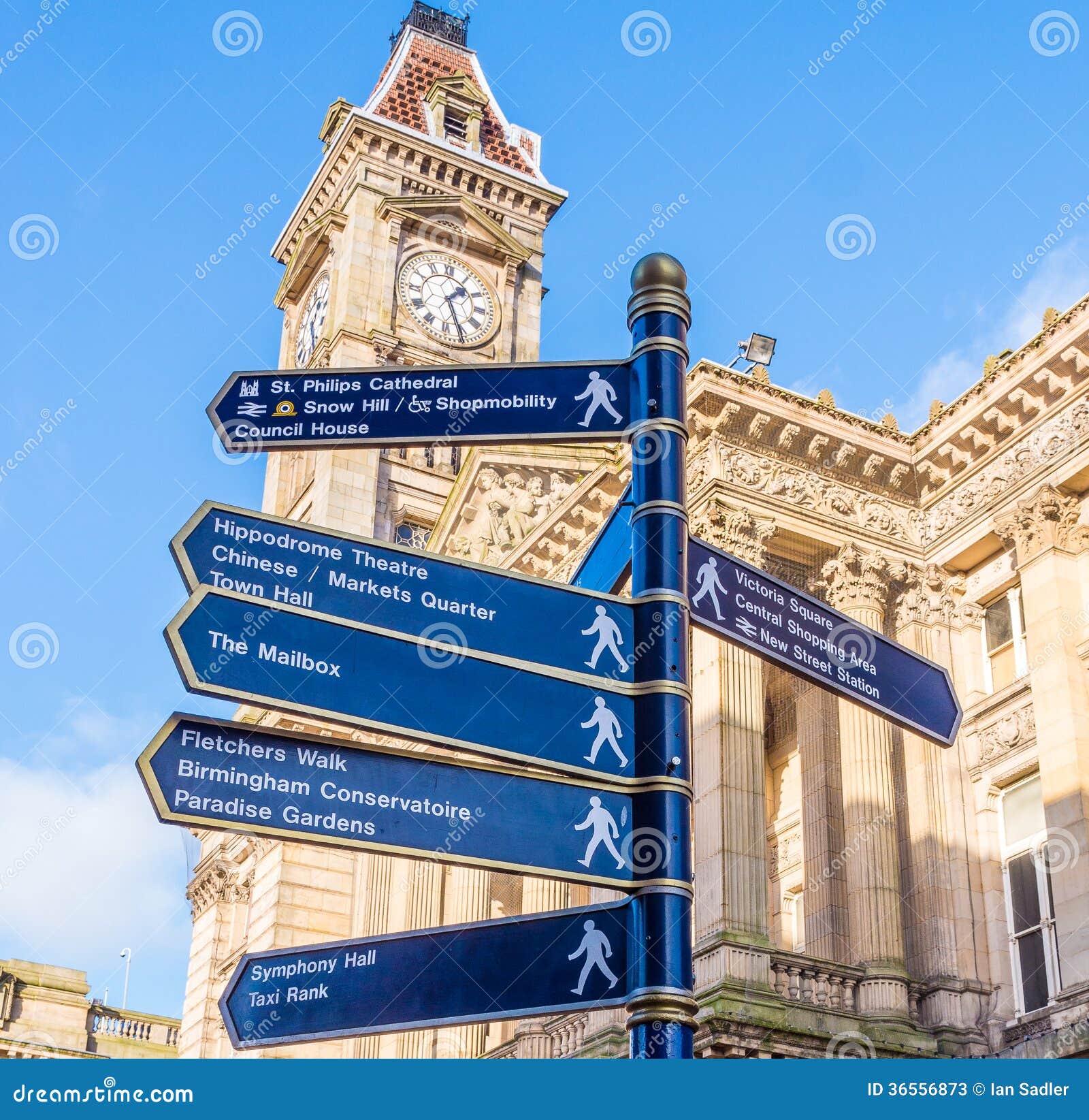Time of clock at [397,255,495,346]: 1:26
